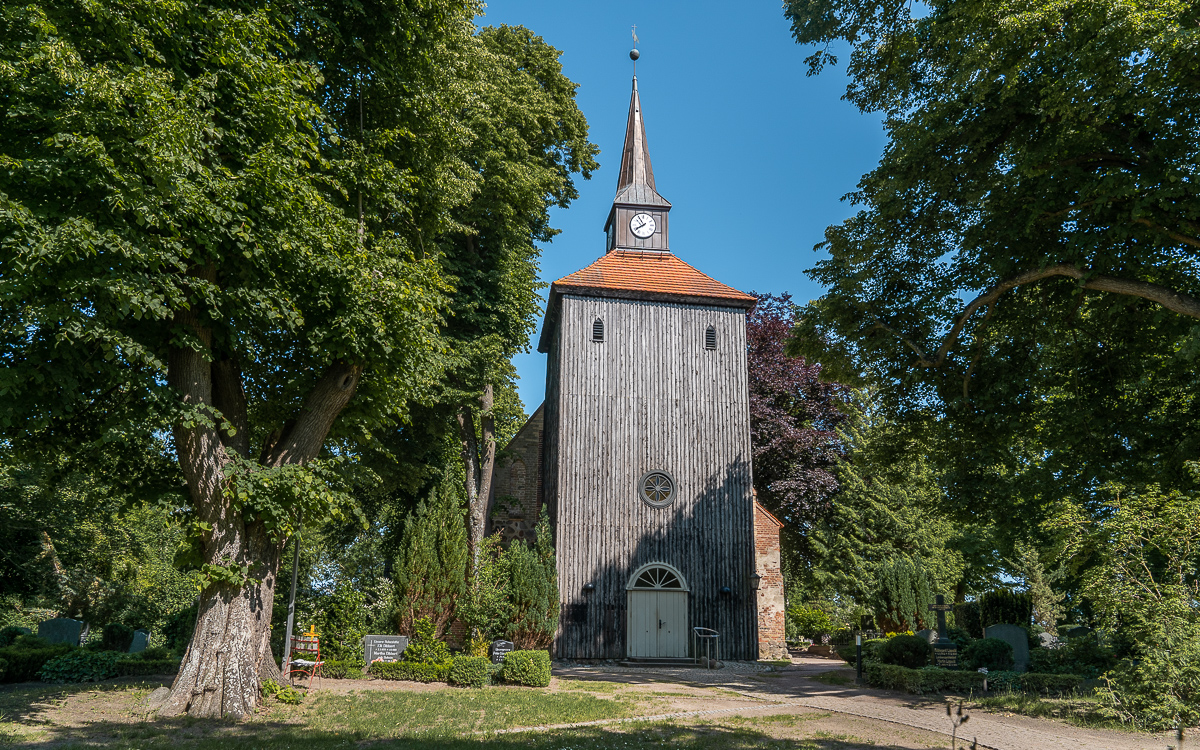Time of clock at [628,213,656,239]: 7:54
